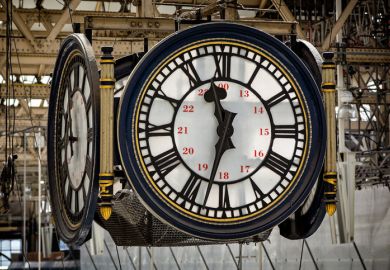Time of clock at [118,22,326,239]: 11:32
